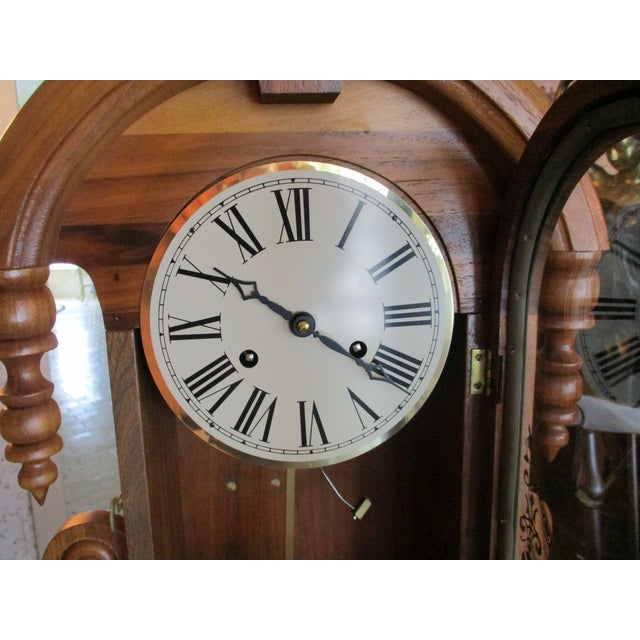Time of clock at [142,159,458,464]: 10:20
